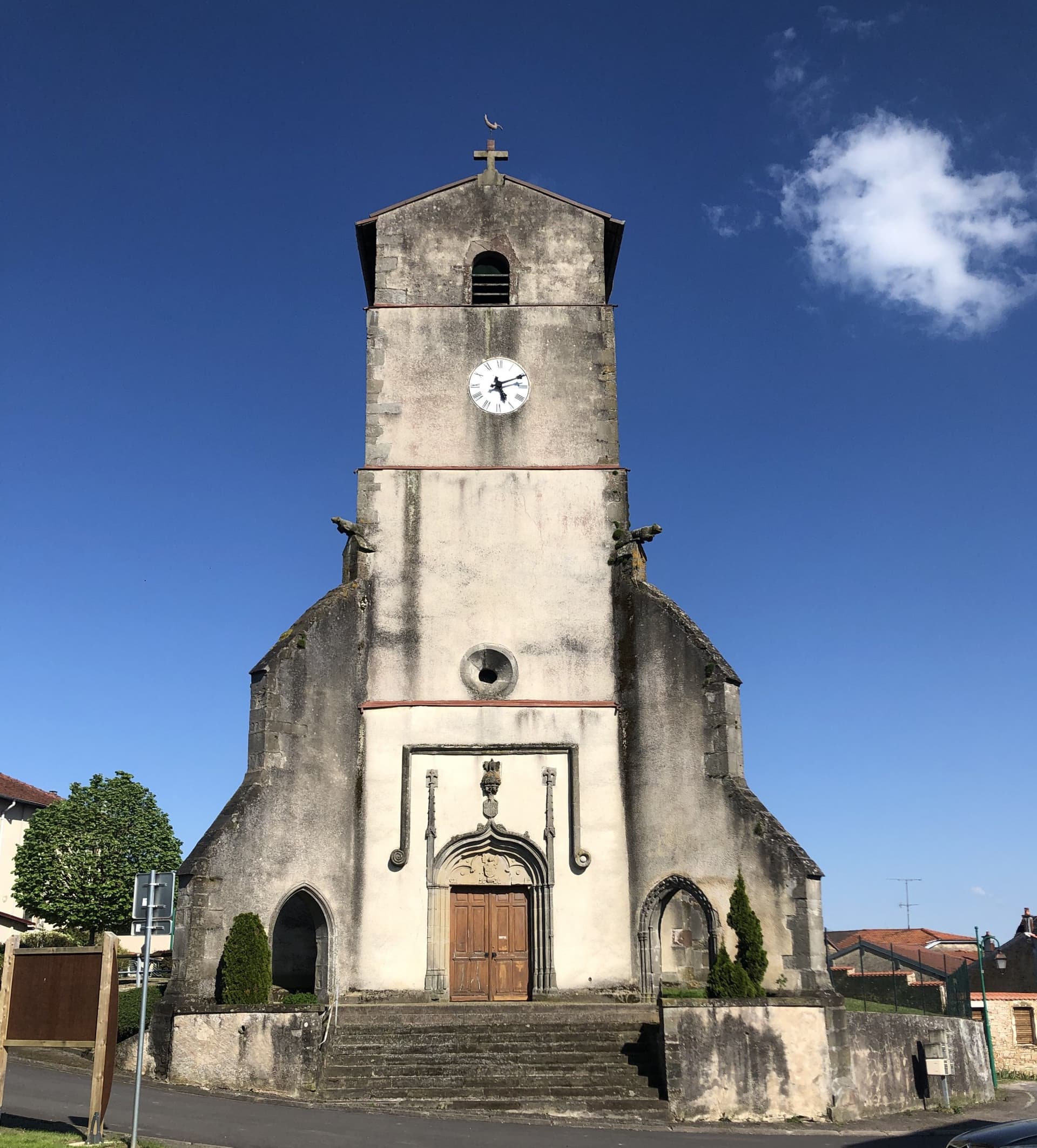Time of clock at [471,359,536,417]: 5:11
